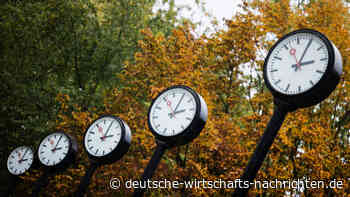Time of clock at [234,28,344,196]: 3:04
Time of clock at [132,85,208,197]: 3:05
